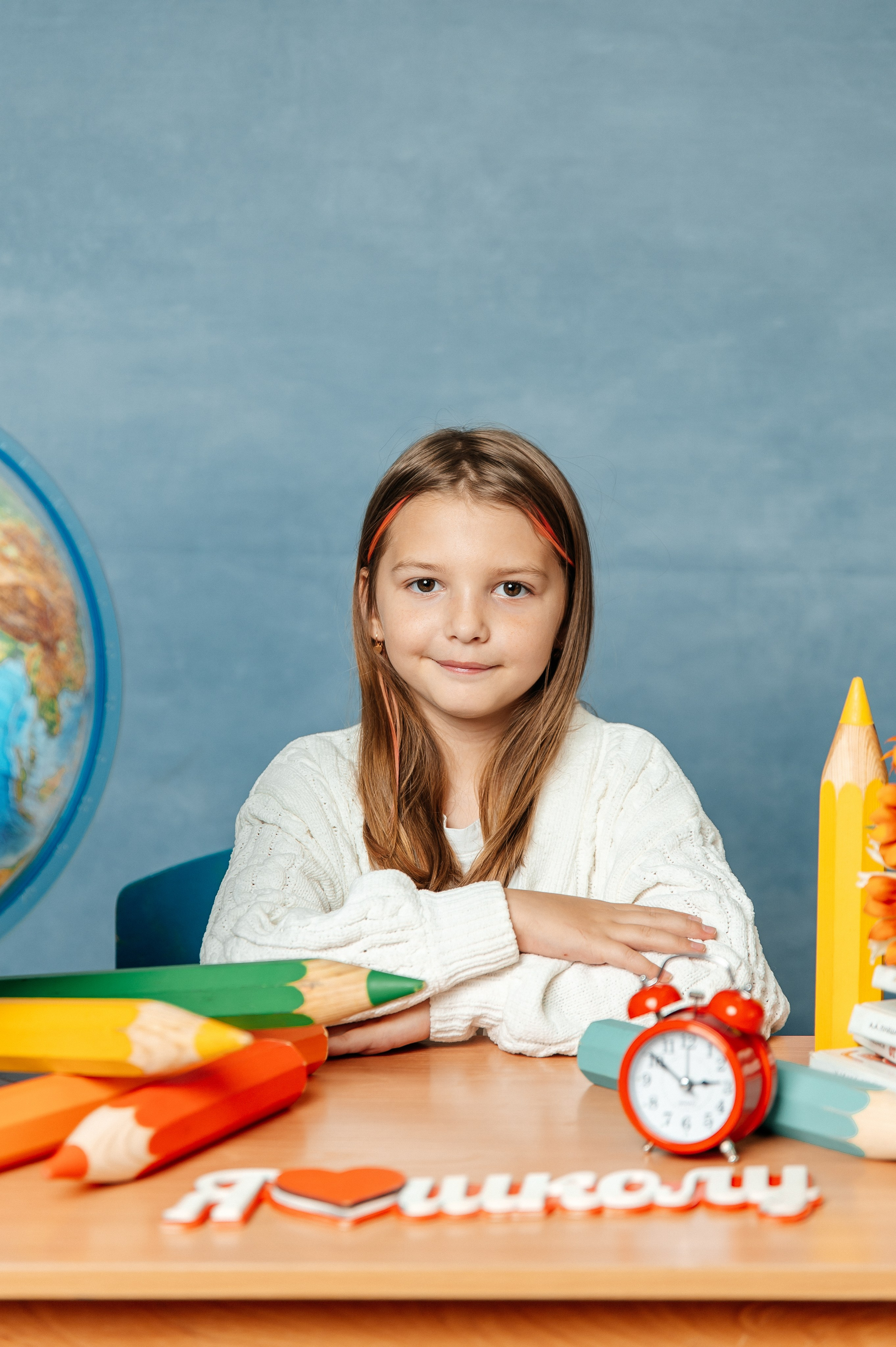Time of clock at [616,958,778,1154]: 2:50
